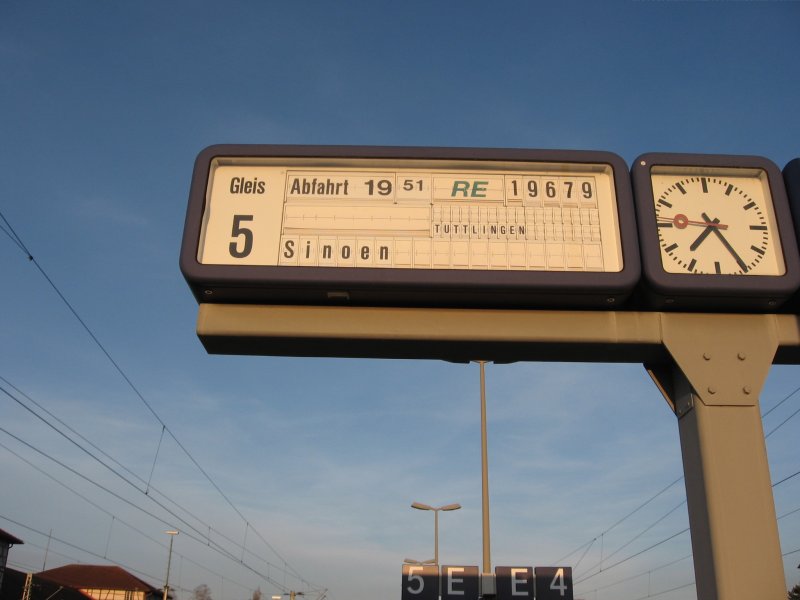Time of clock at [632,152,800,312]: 7:24
